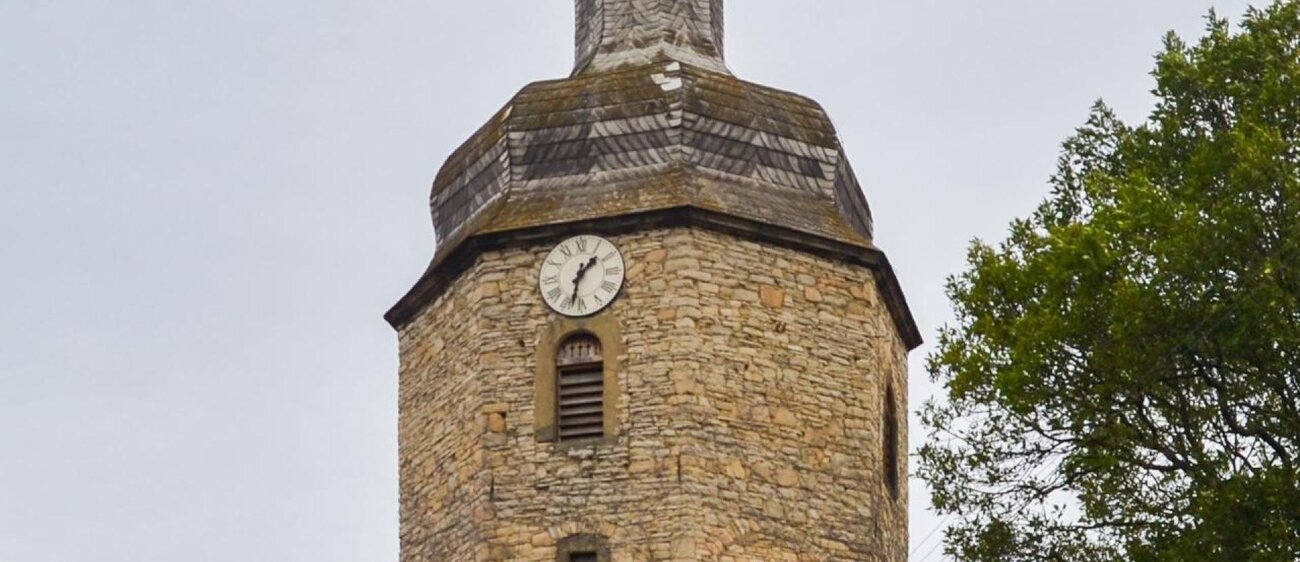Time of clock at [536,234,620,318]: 1:32
